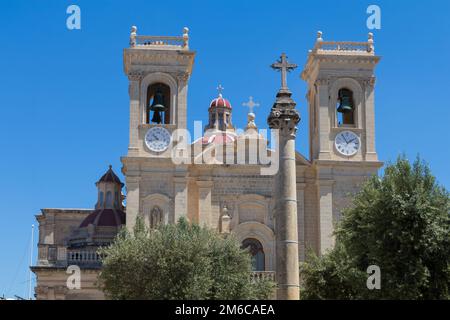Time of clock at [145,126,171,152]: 10:42
